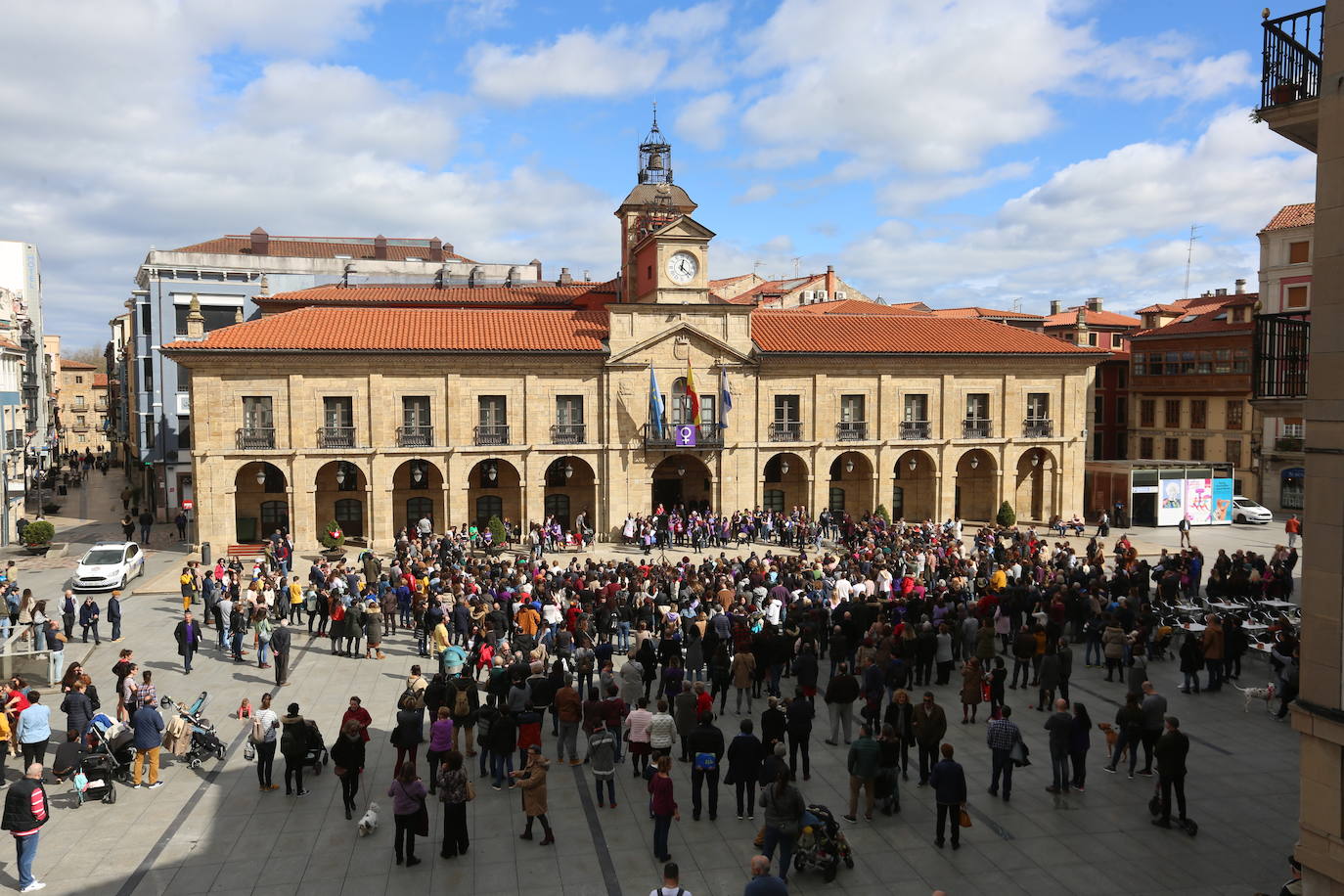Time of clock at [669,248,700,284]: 12:21
